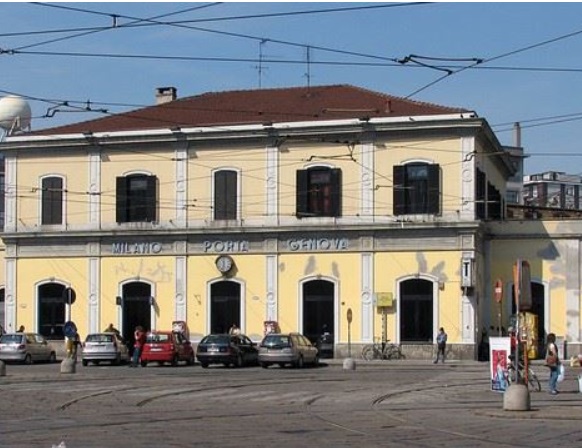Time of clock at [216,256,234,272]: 11:32
